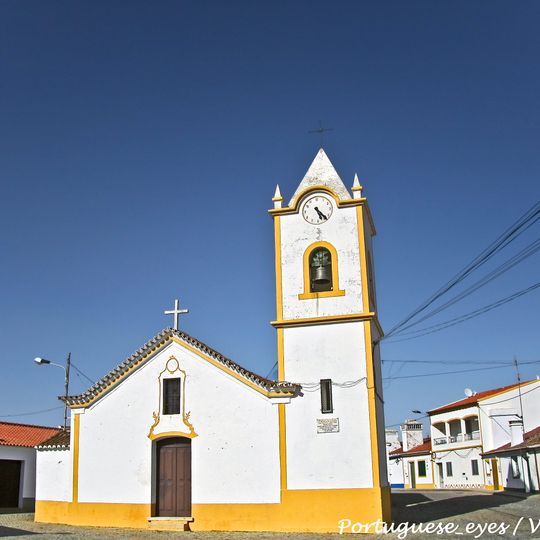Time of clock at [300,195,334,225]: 5:23
